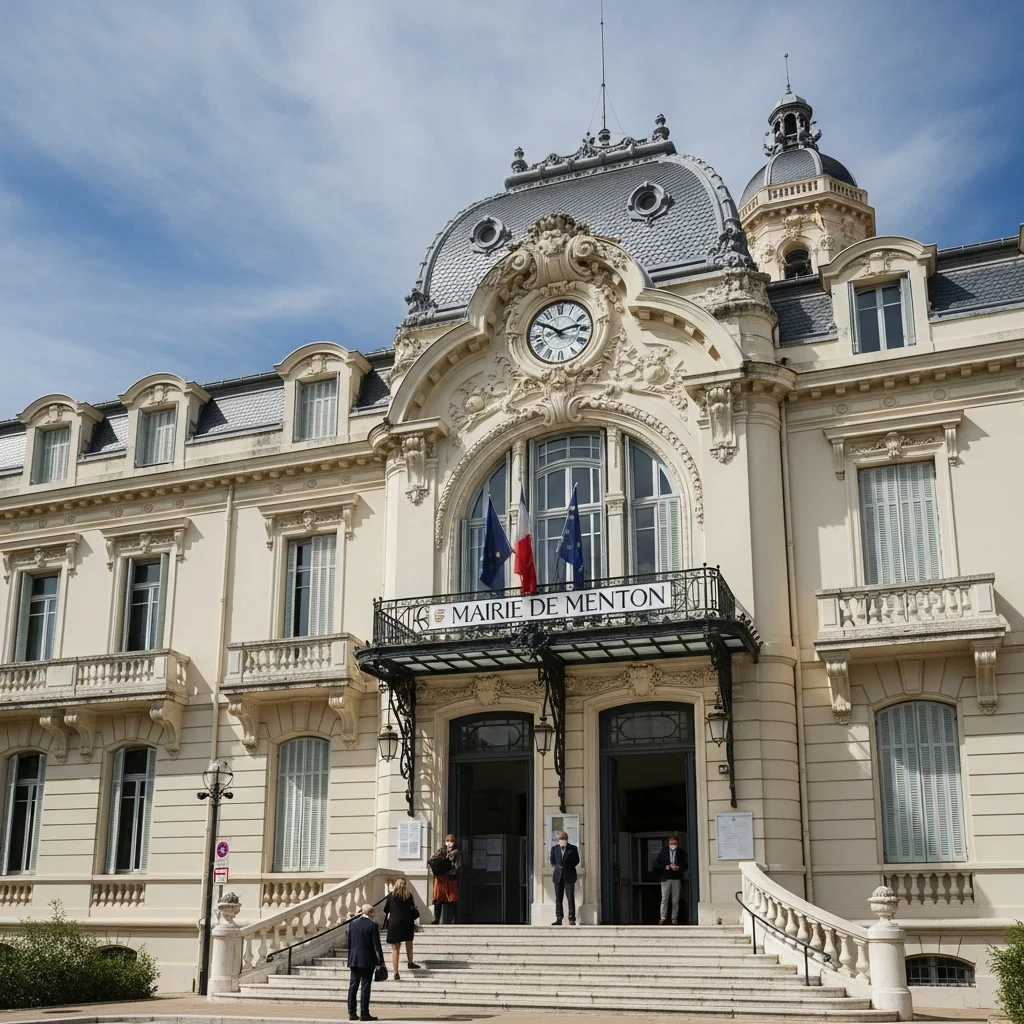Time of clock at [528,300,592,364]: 10:12
